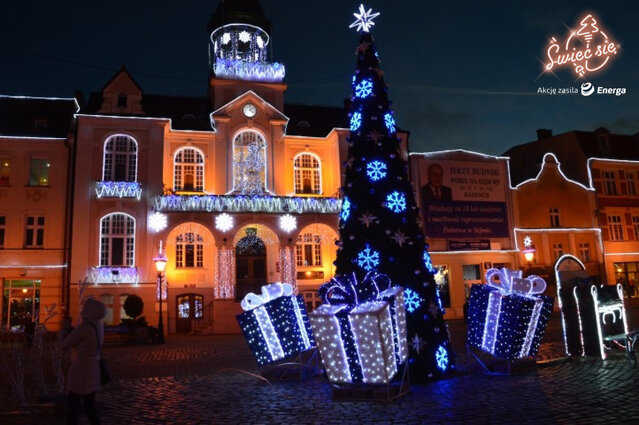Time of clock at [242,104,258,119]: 4:08
